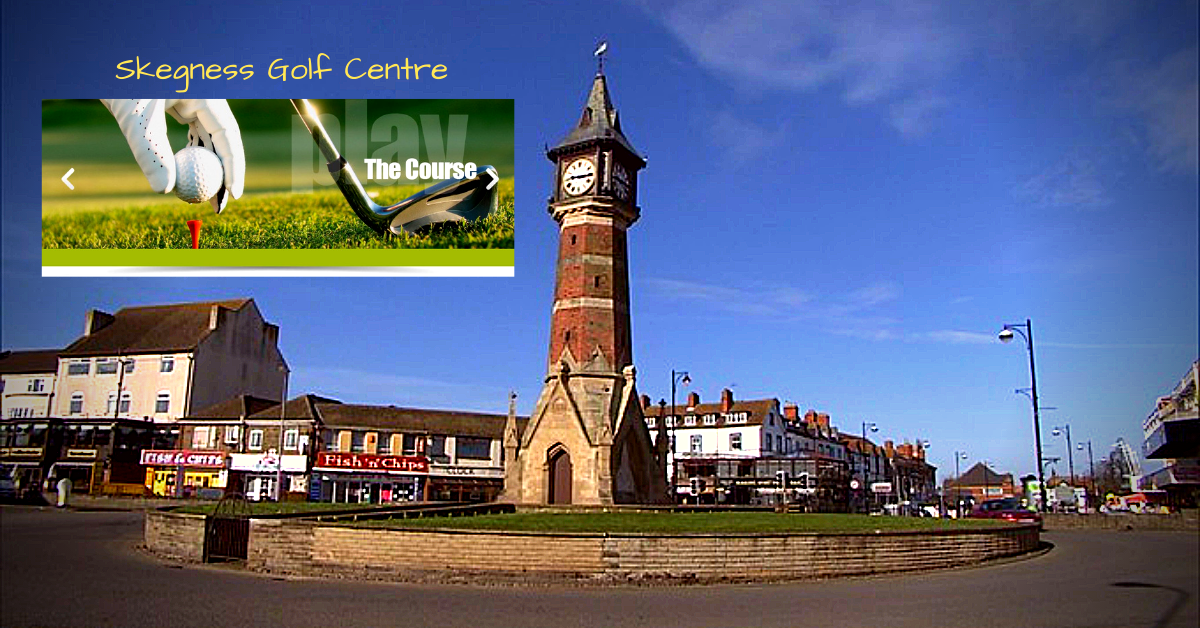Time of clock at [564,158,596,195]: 9:15
